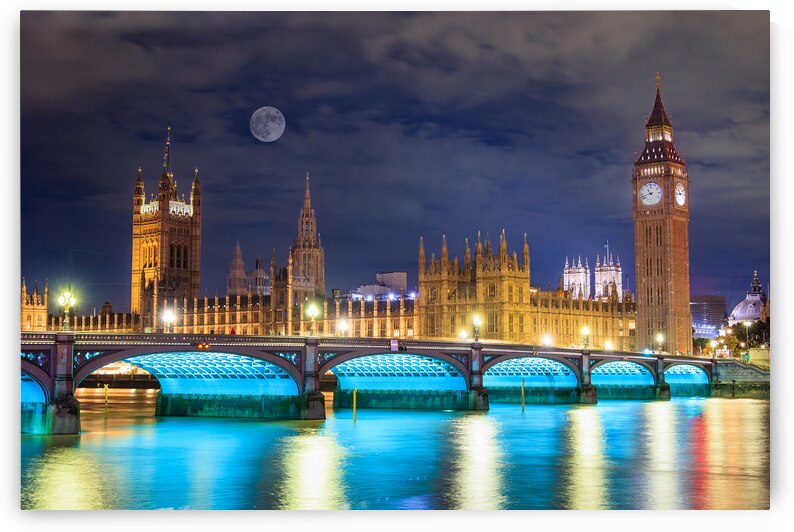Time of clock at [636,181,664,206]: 10:42
